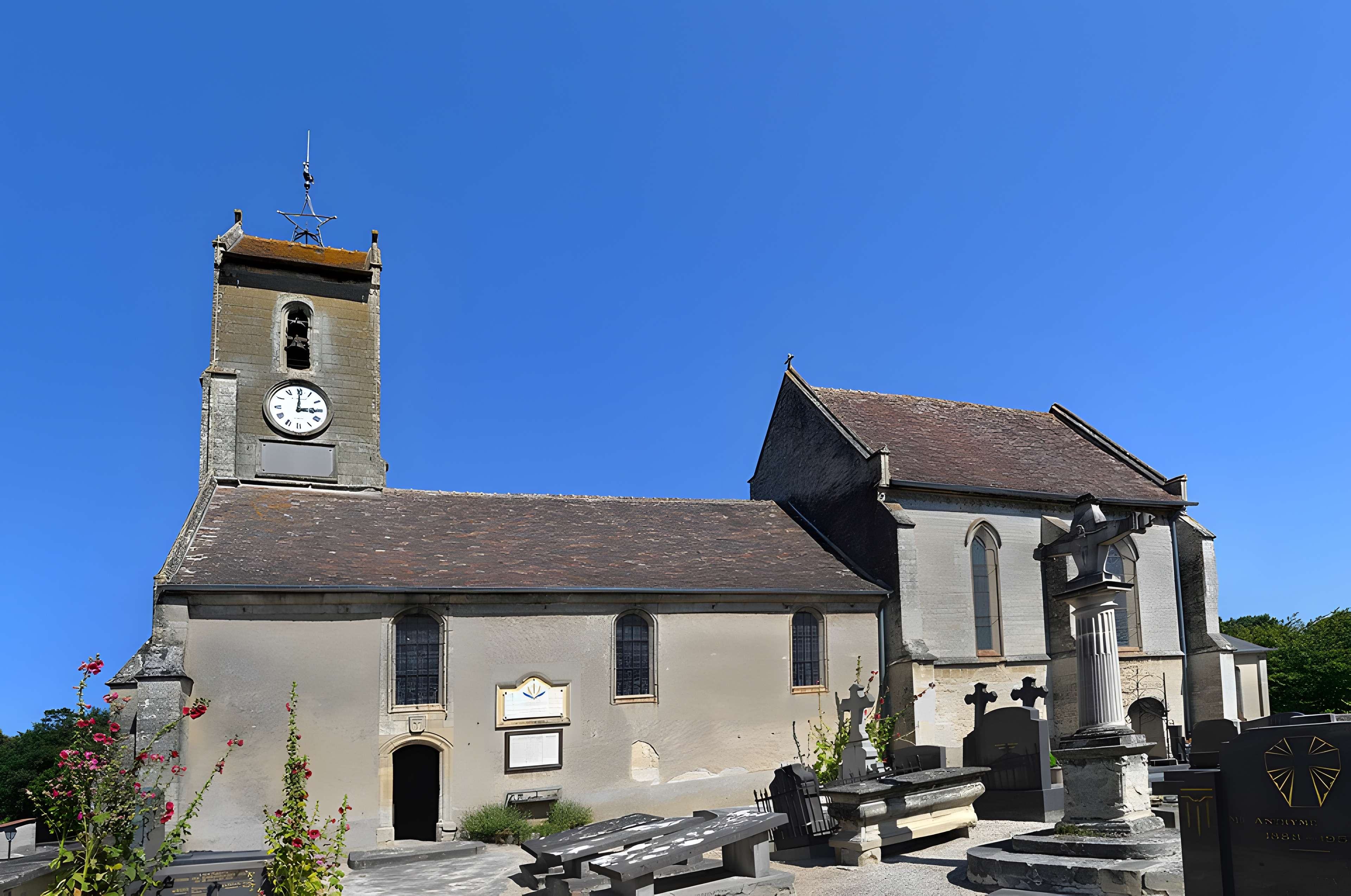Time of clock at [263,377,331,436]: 3:00
